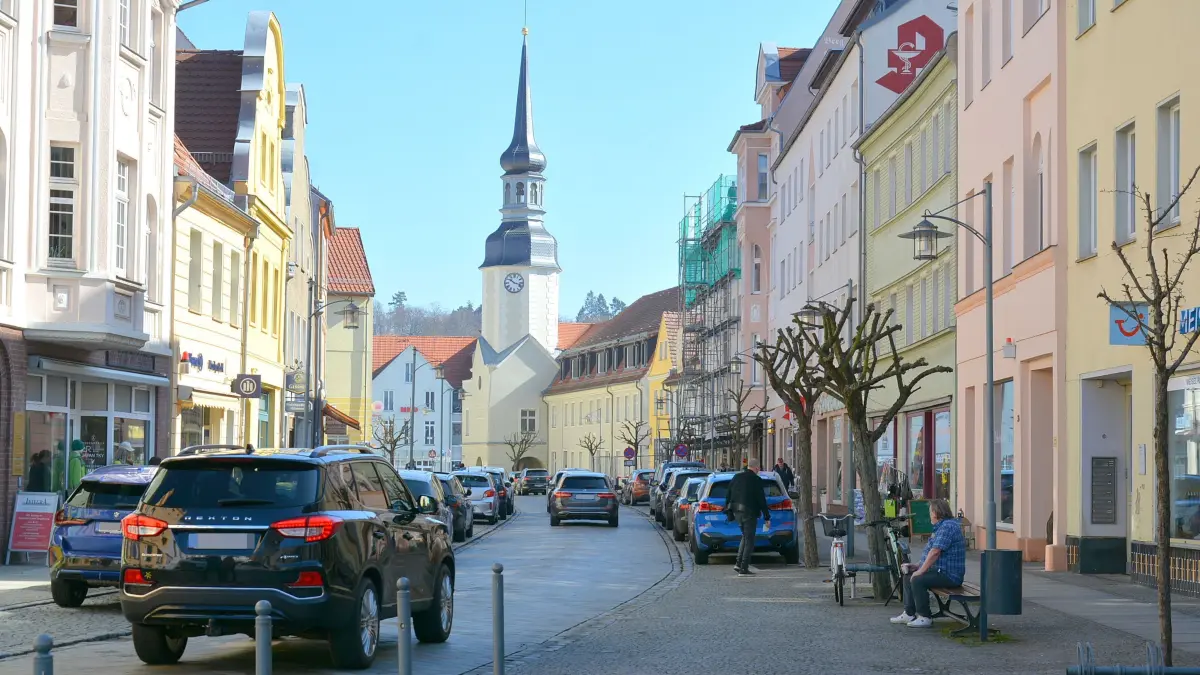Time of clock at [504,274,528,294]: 10:17
